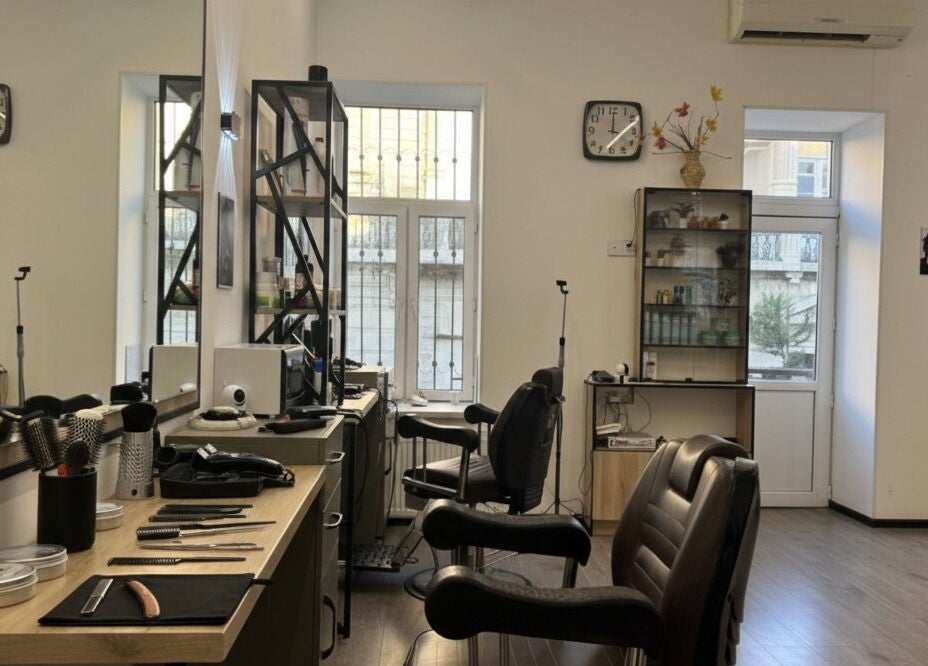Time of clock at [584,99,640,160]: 4:00
